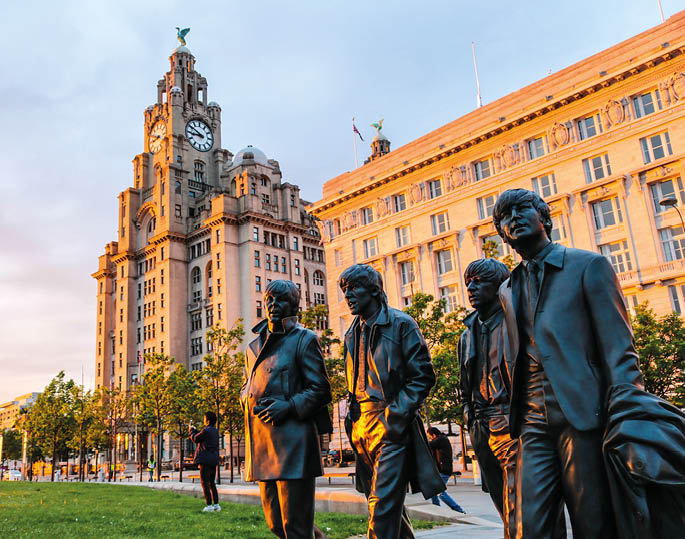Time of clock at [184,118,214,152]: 8:50
